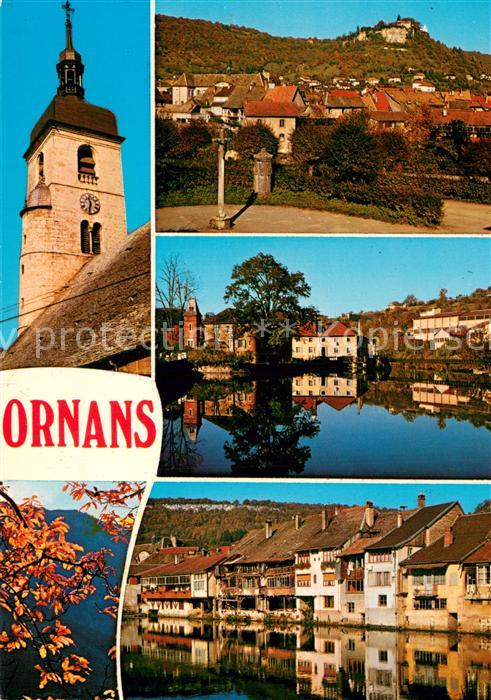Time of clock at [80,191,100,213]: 11:32
